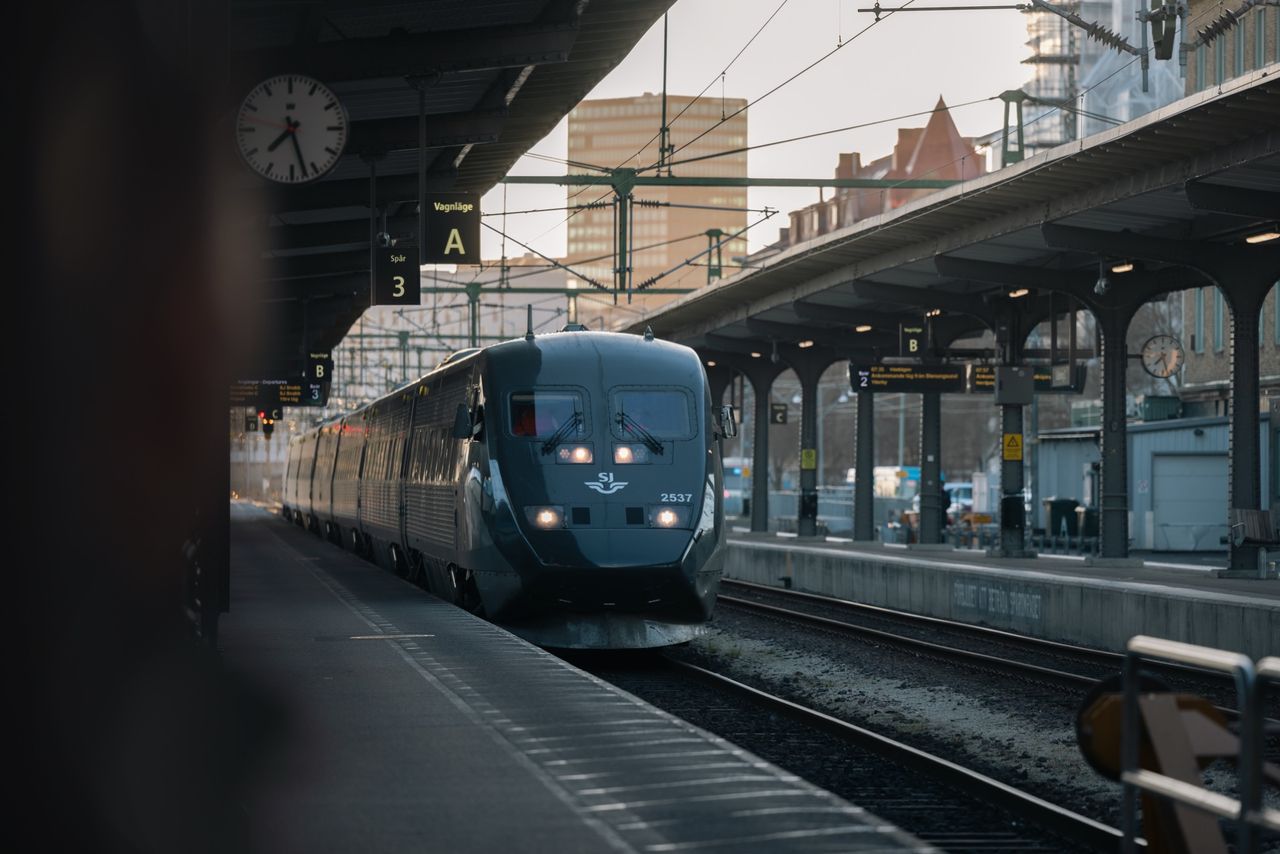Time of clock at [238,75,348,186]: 7:27
